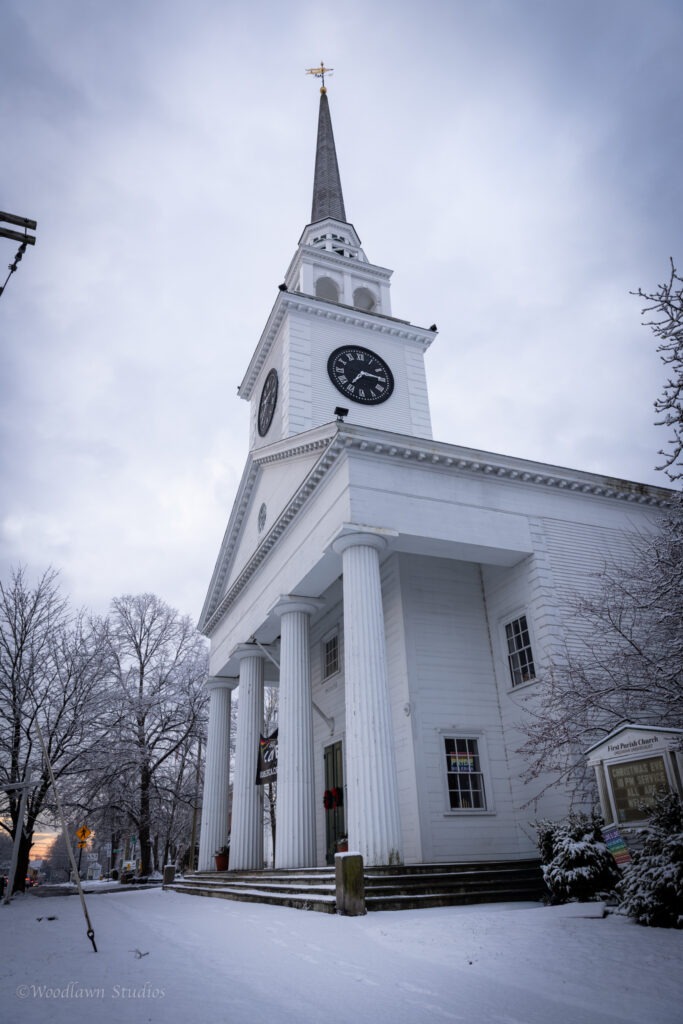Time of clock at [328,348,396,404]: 7:15
